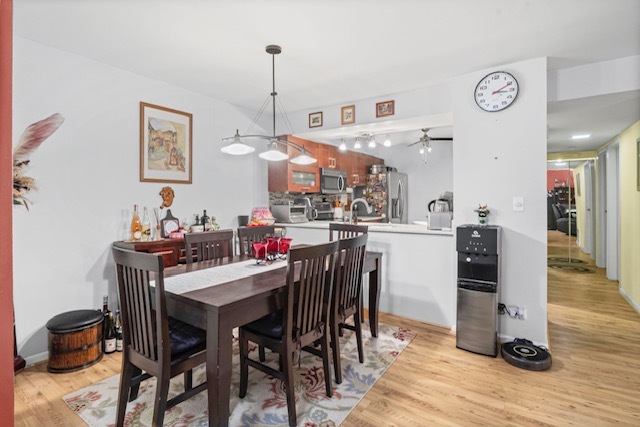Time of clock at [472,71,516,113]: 3:10
